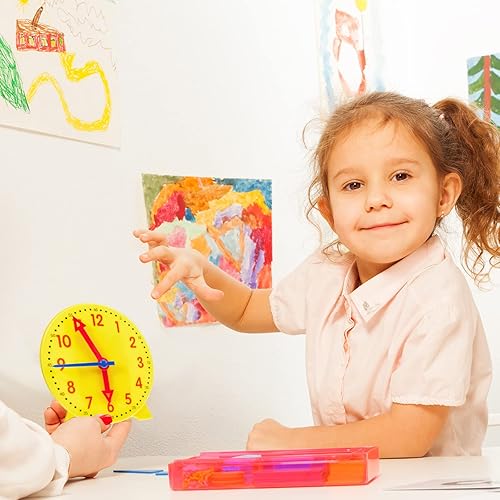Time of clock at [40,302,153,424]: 5:55
